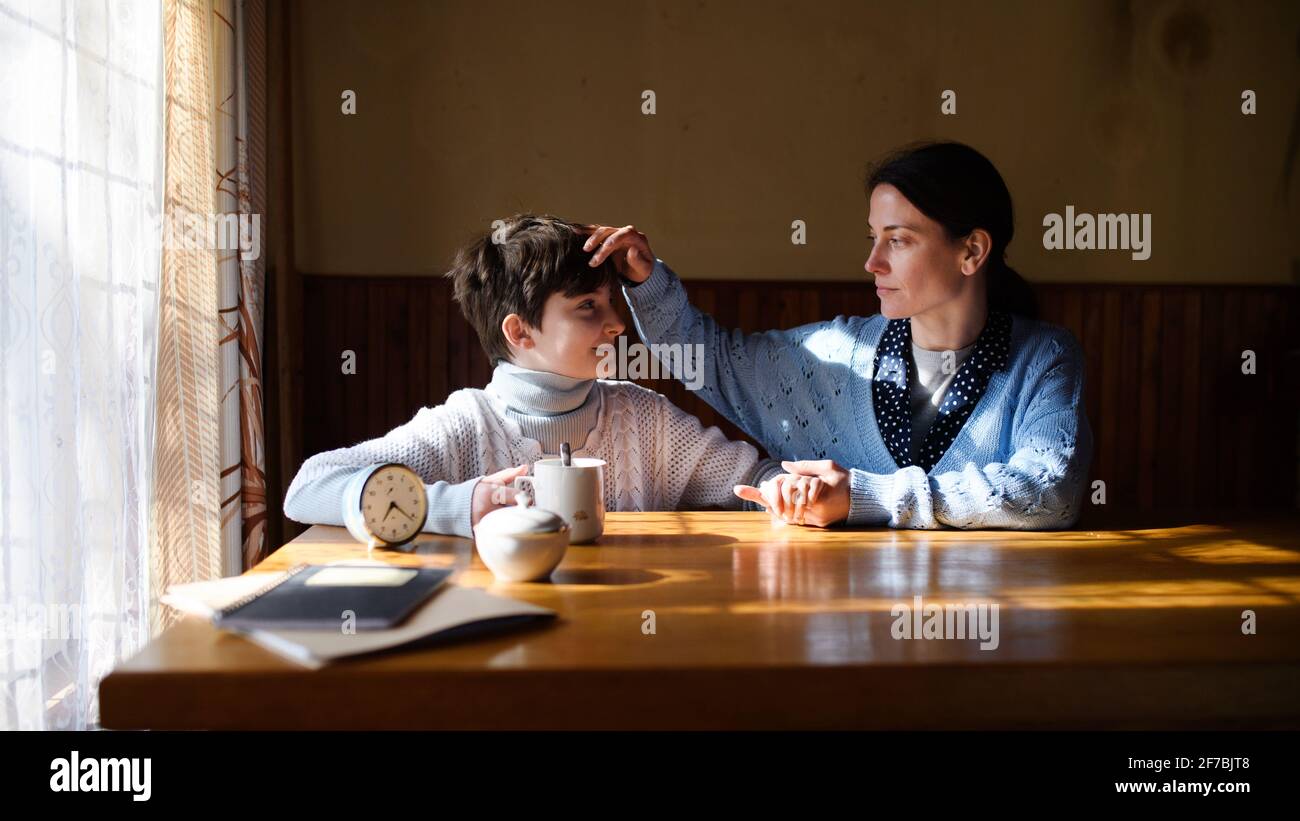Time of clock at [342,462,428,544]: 7:21
